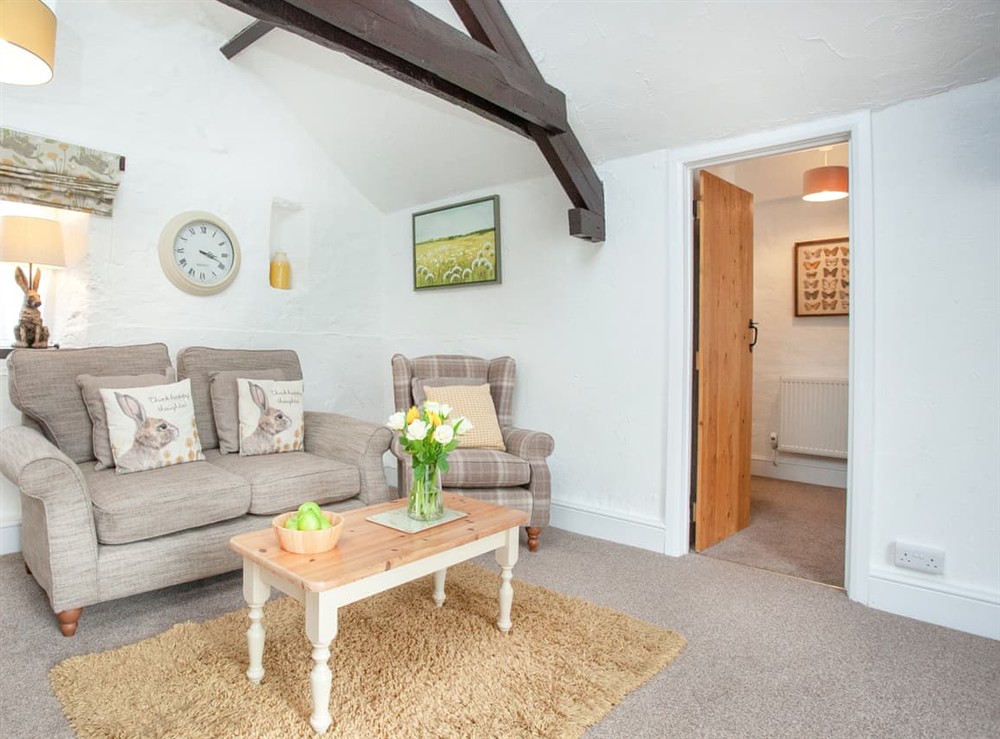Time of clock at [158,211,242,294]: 3:18
